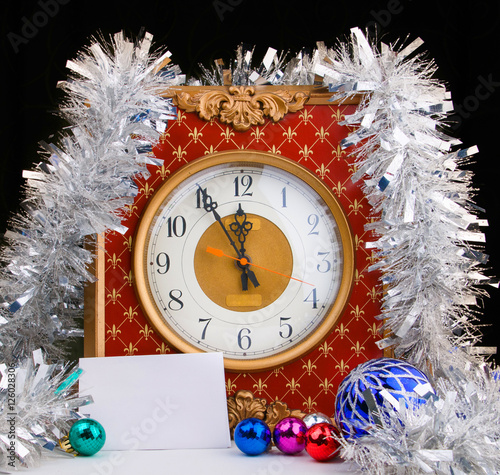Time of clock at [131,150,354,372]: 11:55
